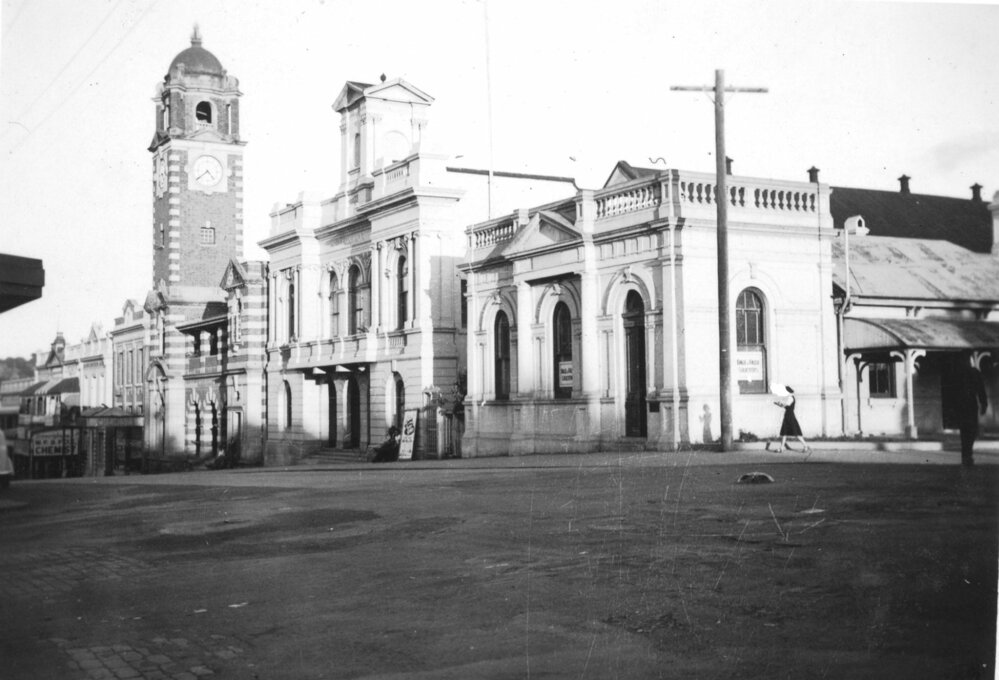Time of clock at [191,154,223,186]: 4:38
